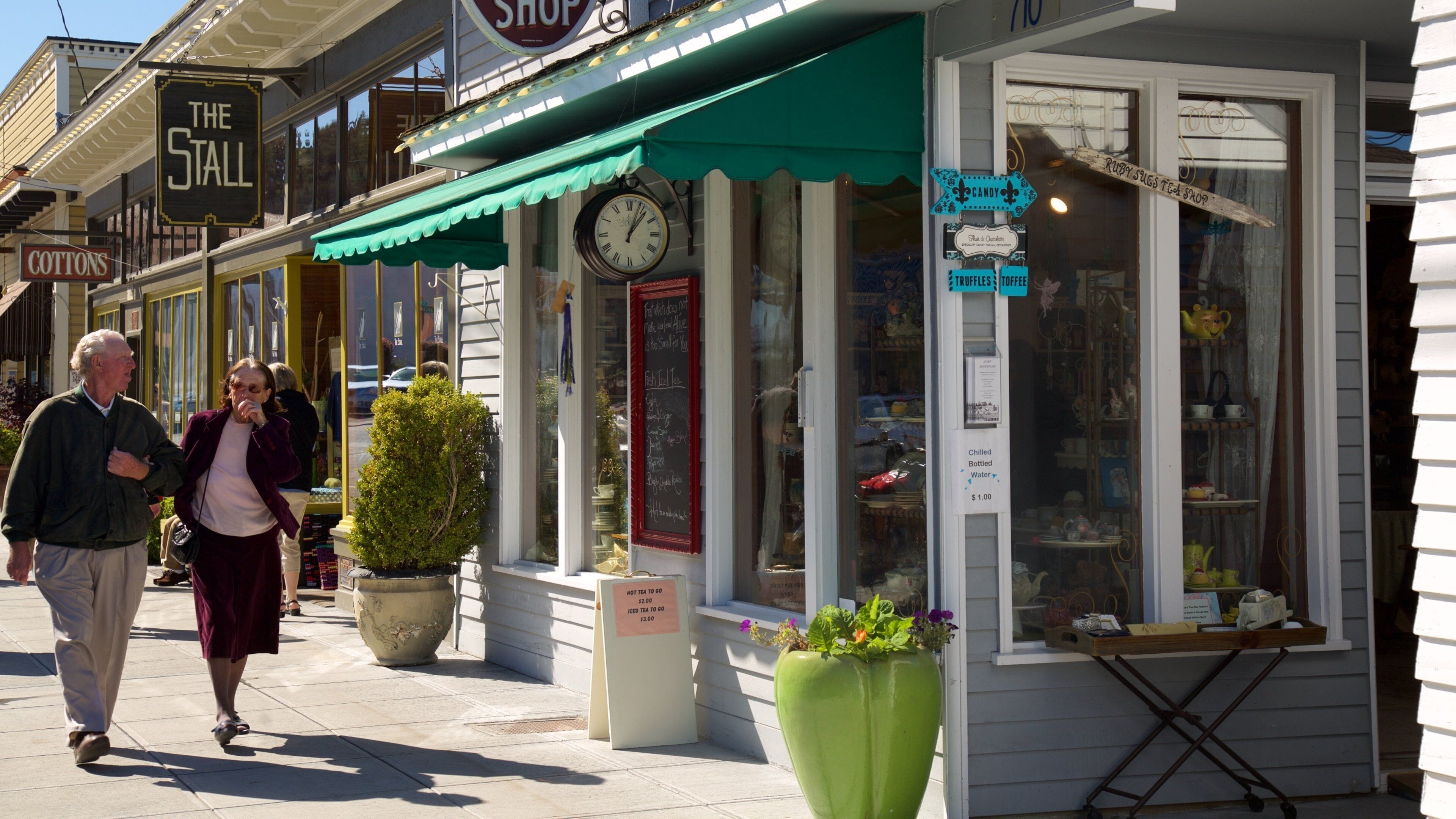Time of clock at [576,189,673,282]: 1:03
